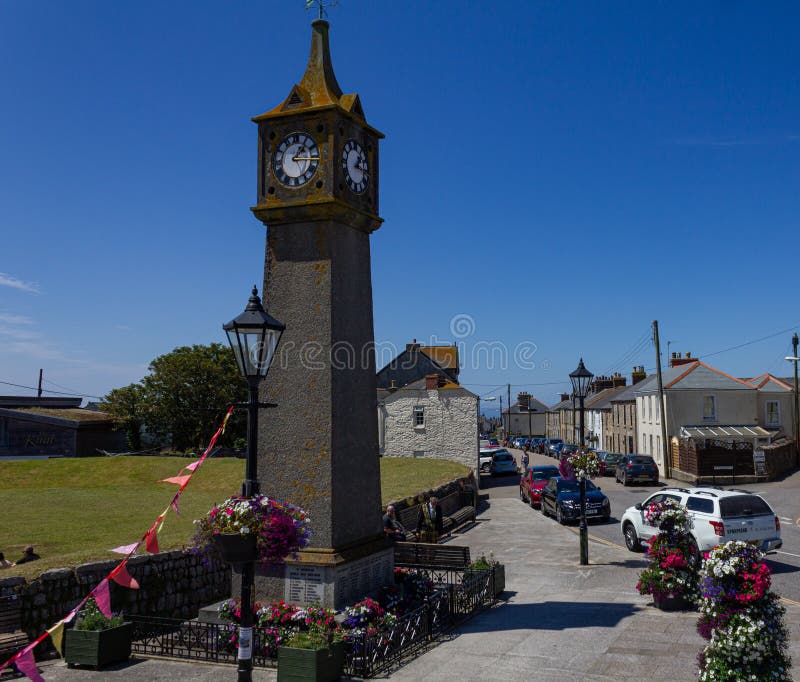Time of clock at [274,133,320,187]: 1:16
